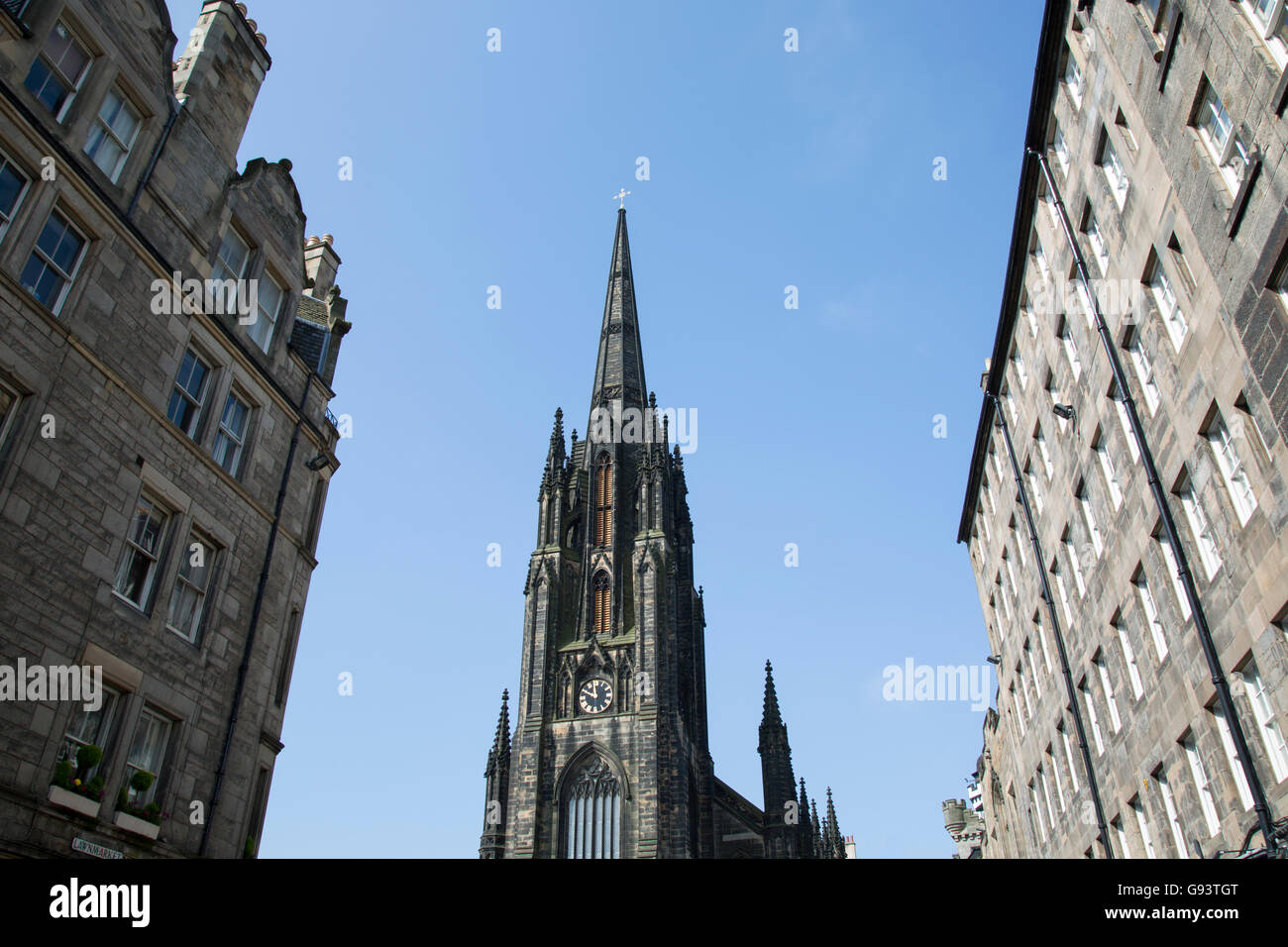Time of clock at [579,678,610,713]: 11:48
